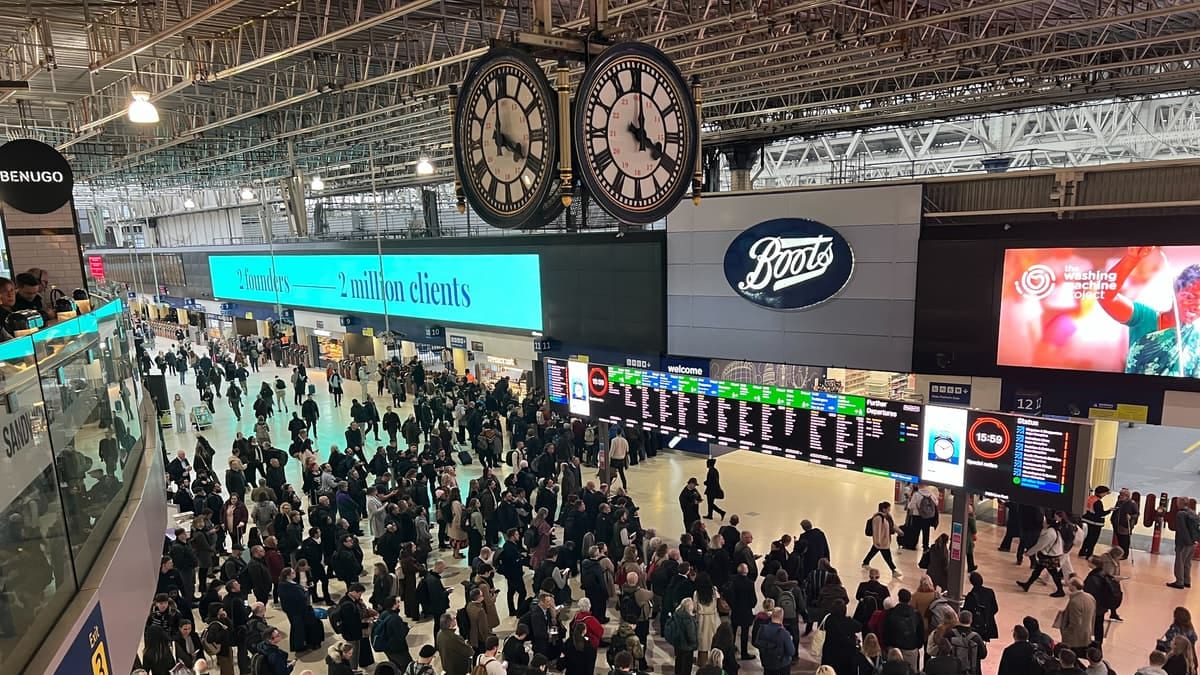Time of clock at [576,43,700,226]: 4:00
